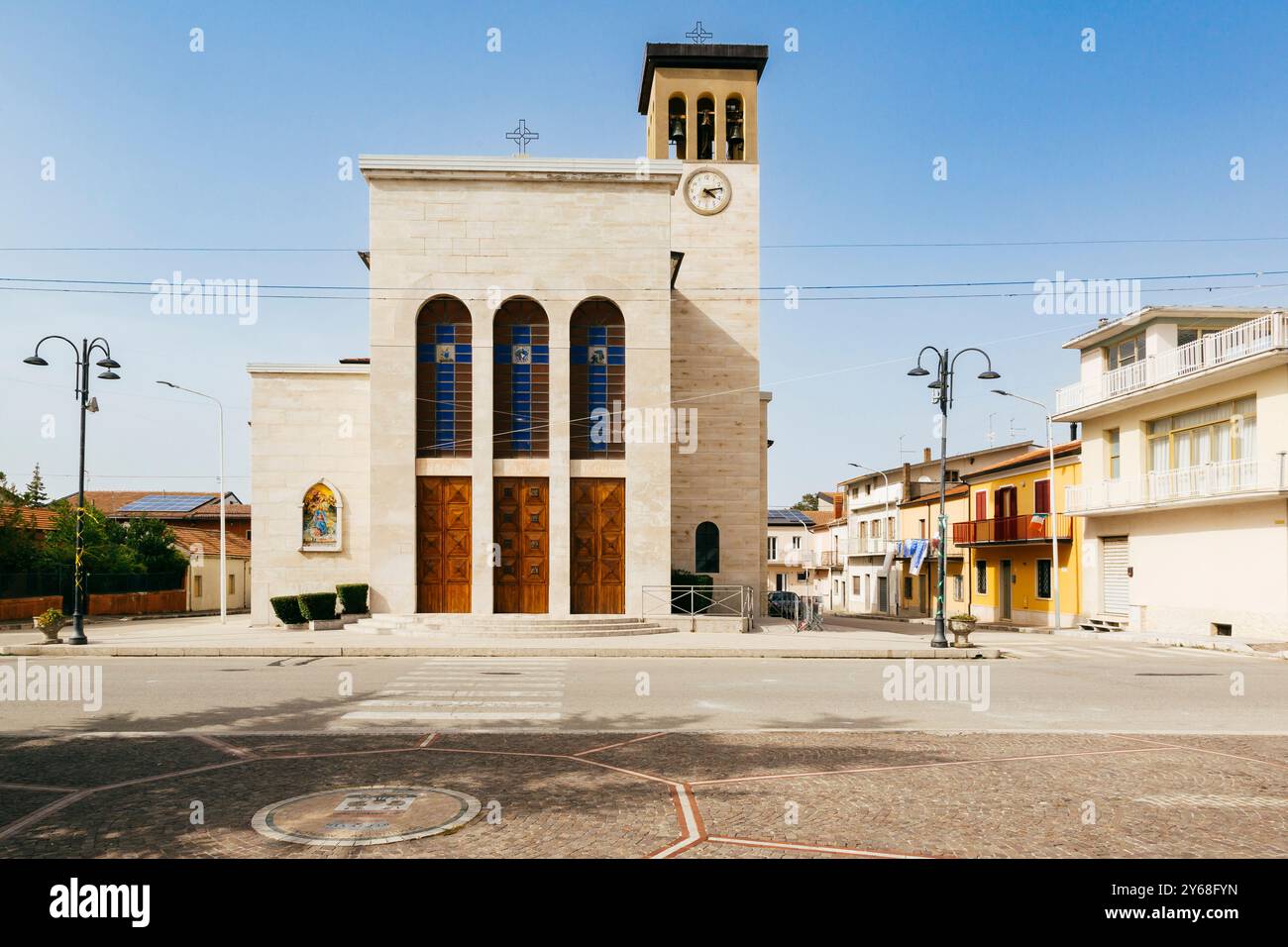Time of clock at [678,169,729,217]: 4:13
